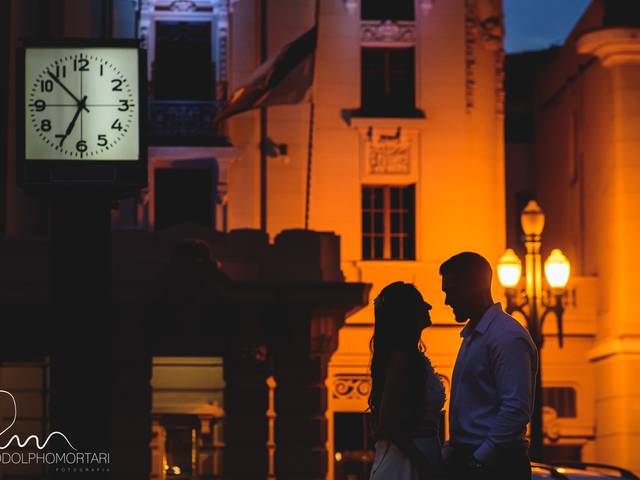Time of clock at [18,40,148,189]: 6:52
